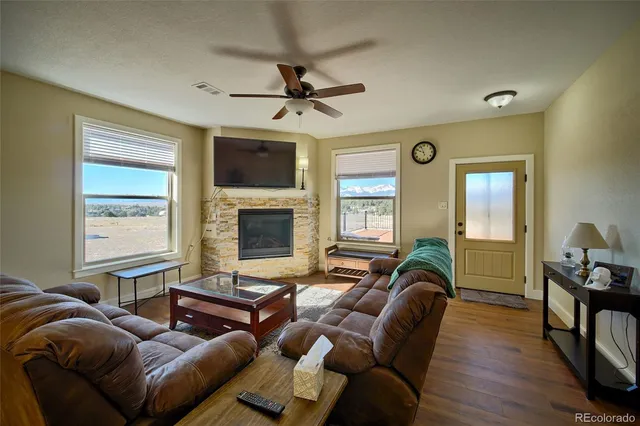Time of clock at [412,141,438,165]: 9:56
